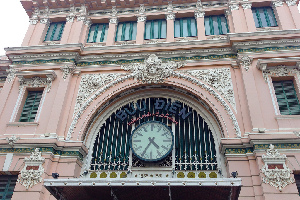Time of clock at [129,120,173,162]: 4:35
